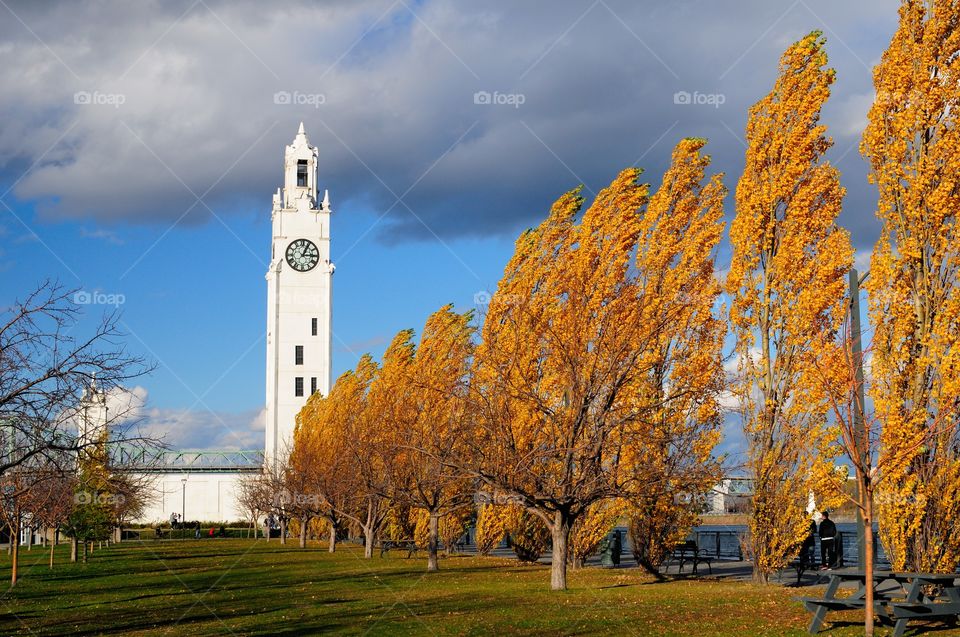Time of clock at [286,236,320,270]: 3:04
